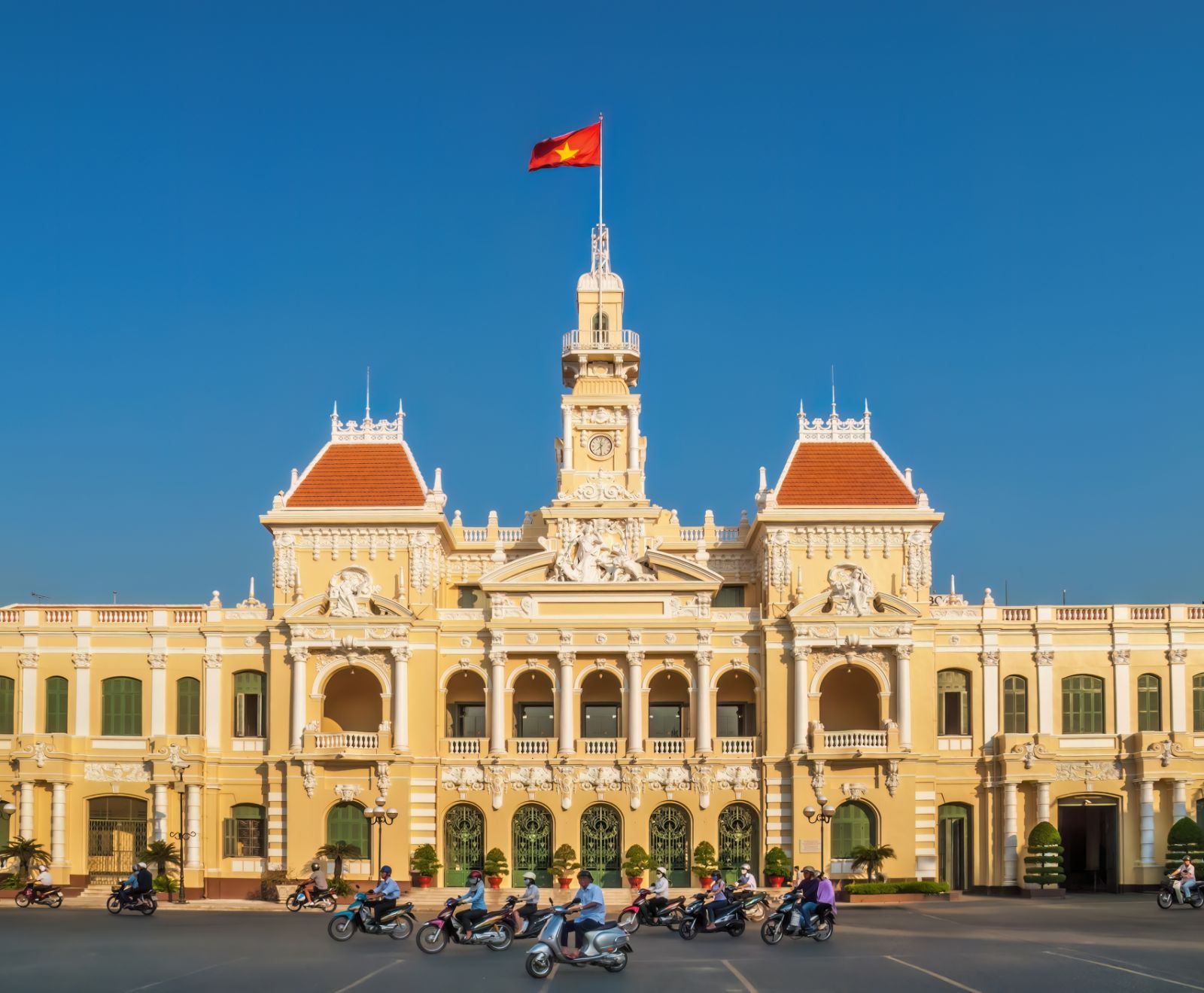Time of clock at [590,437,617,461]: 7:28
